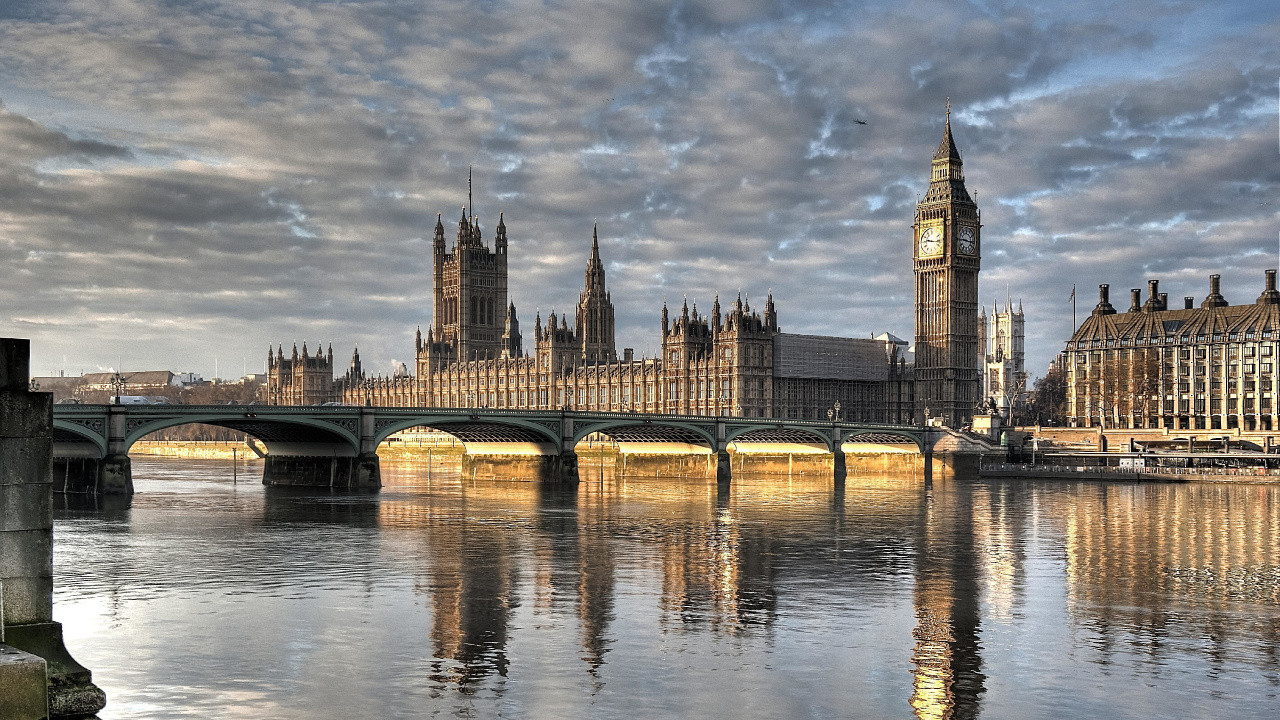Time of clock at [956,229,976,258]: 9:16
